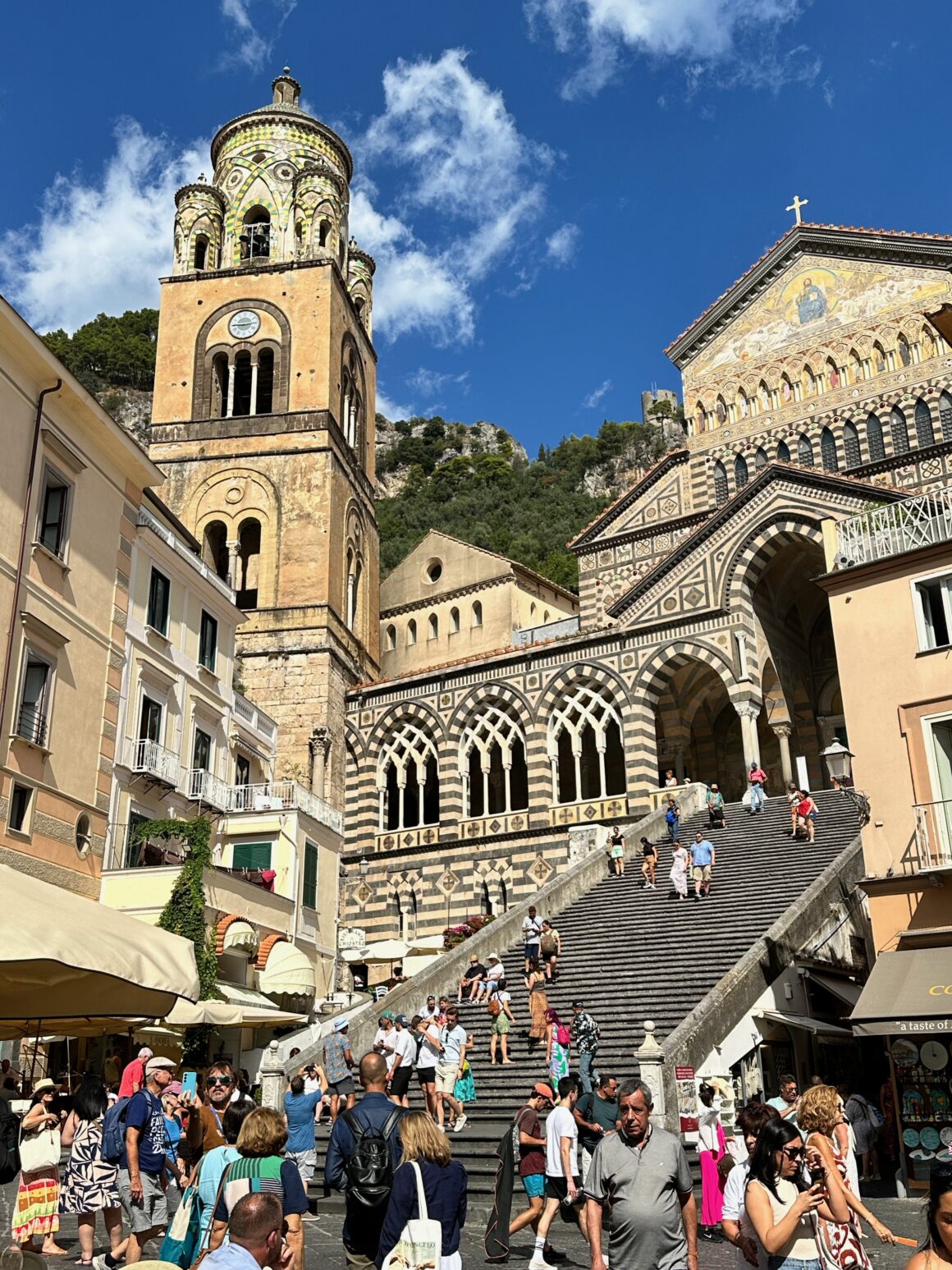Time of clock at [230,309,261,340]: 2:45
